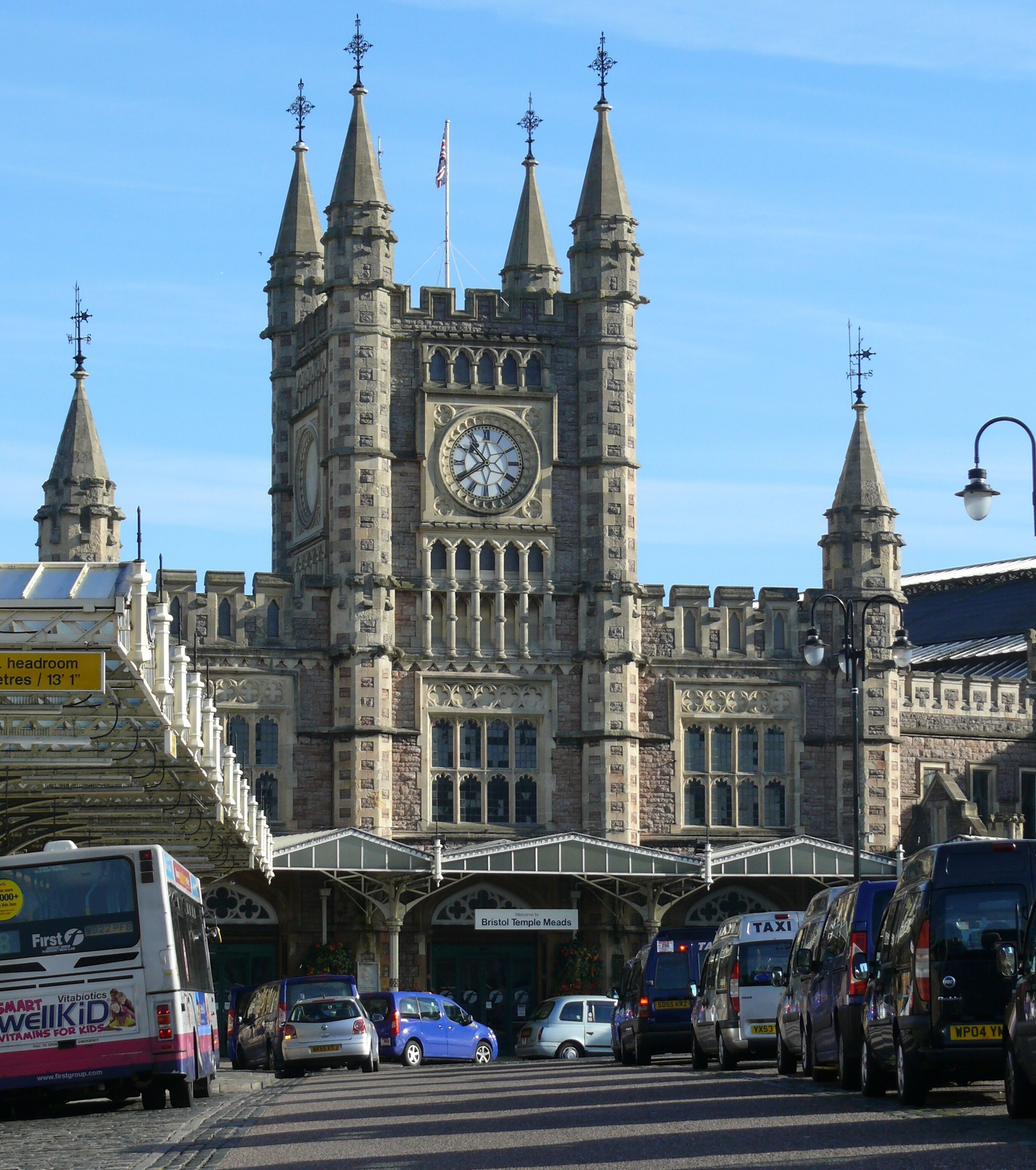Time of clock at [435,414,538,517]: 10:39
